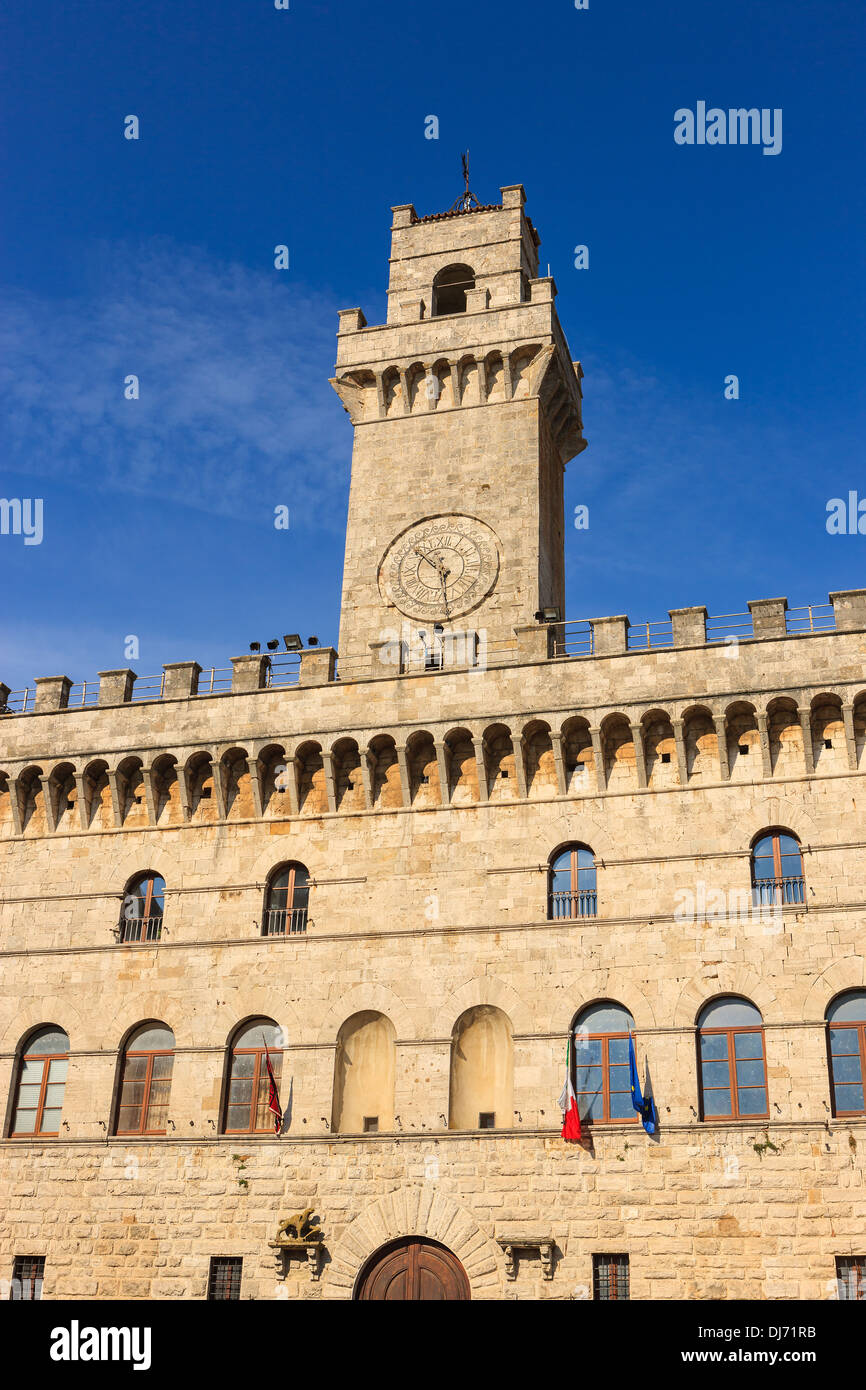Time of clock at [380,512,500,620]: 10:28
